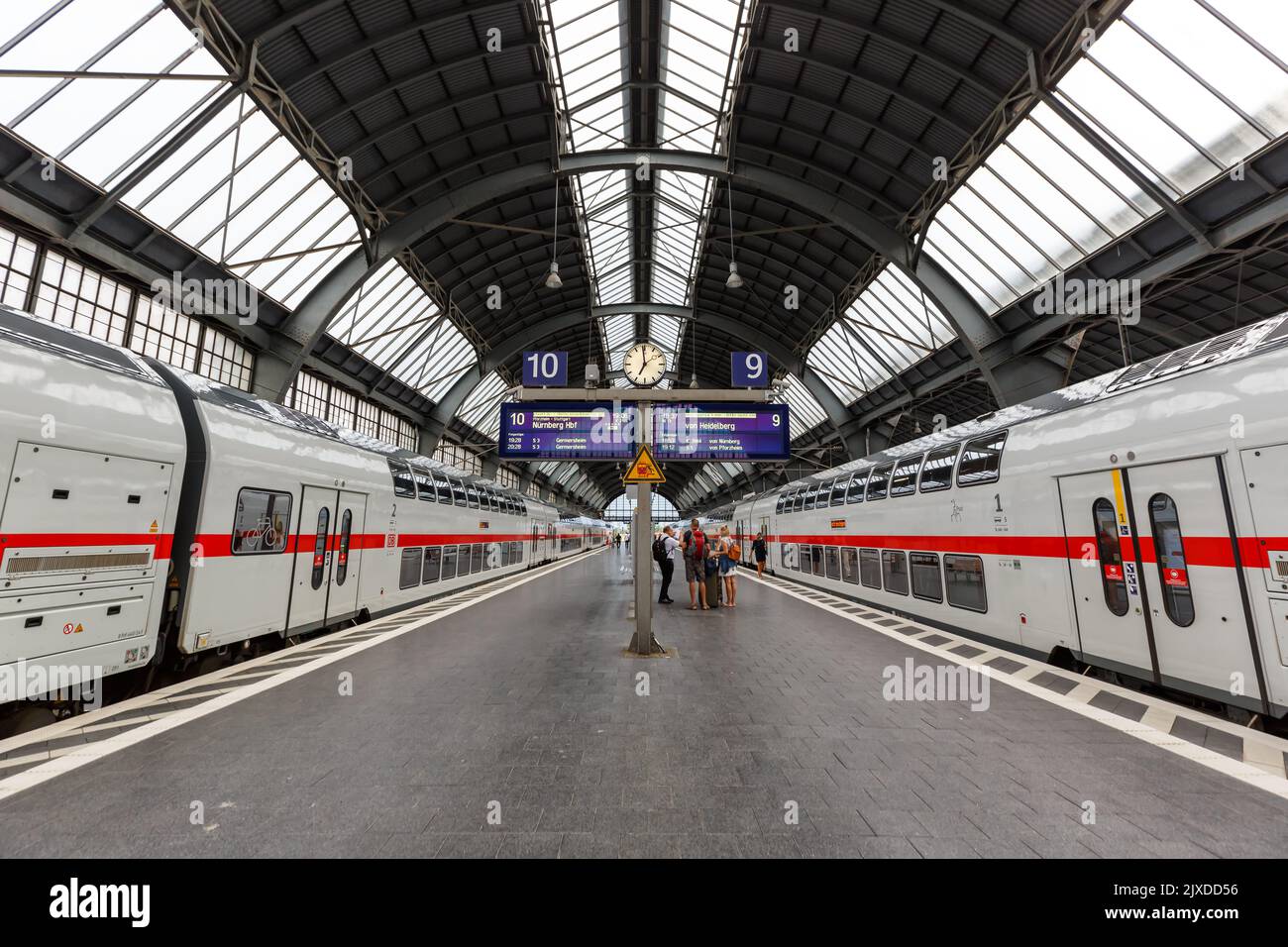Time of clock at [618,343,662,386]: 6:58
